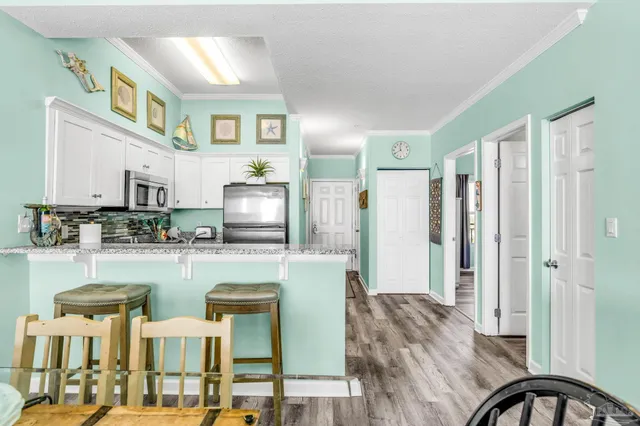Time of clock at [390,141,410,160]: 11:40
